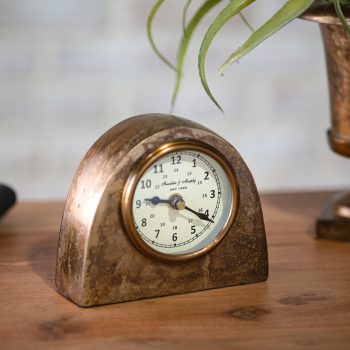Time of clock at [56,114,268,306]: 9:20
